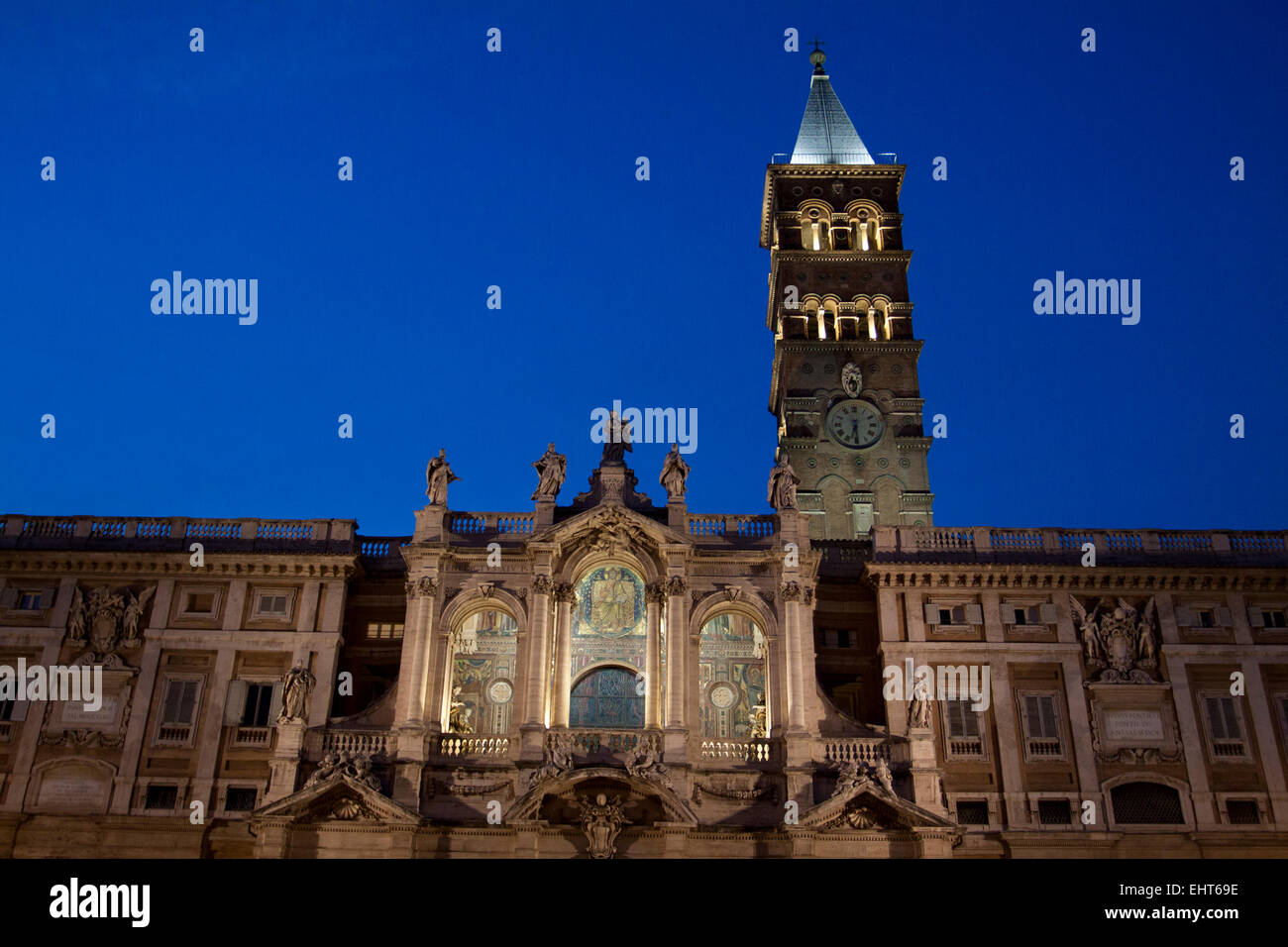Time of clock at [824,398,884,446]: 6:29
